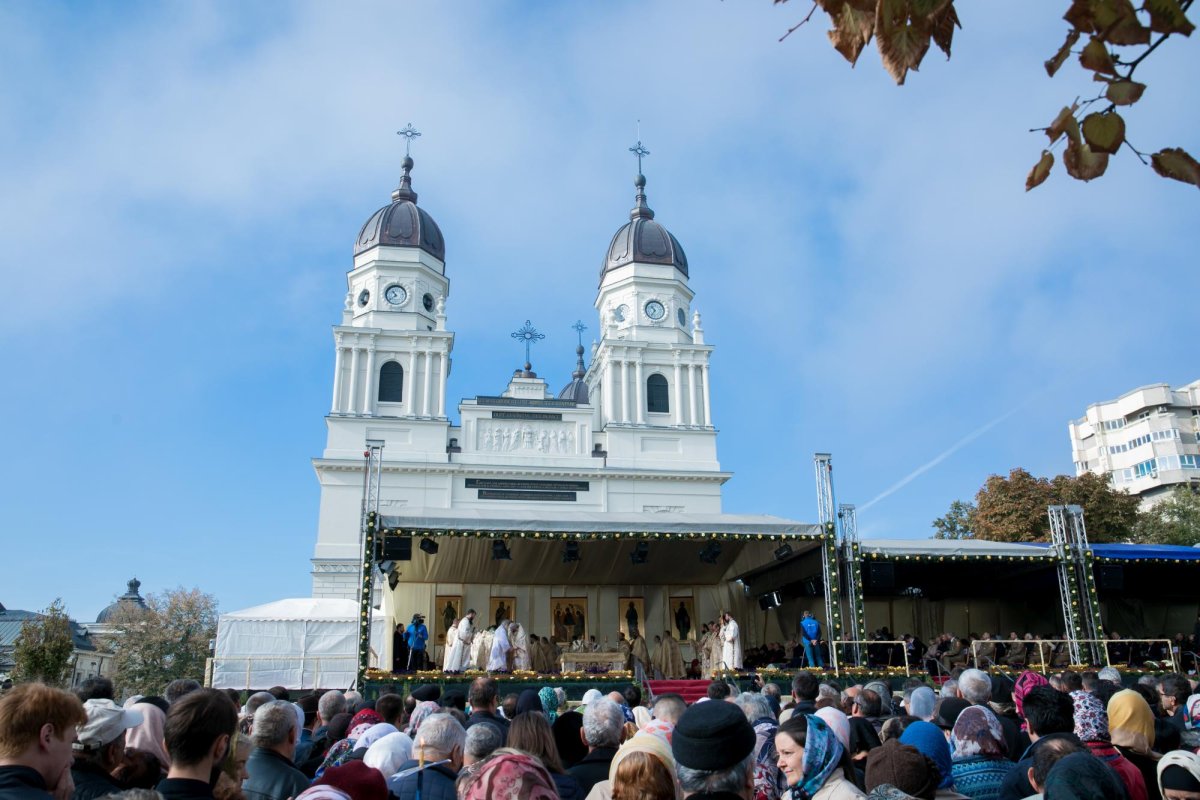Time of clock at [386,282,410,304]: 10:39
